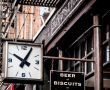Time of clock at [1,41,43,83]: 10:04
